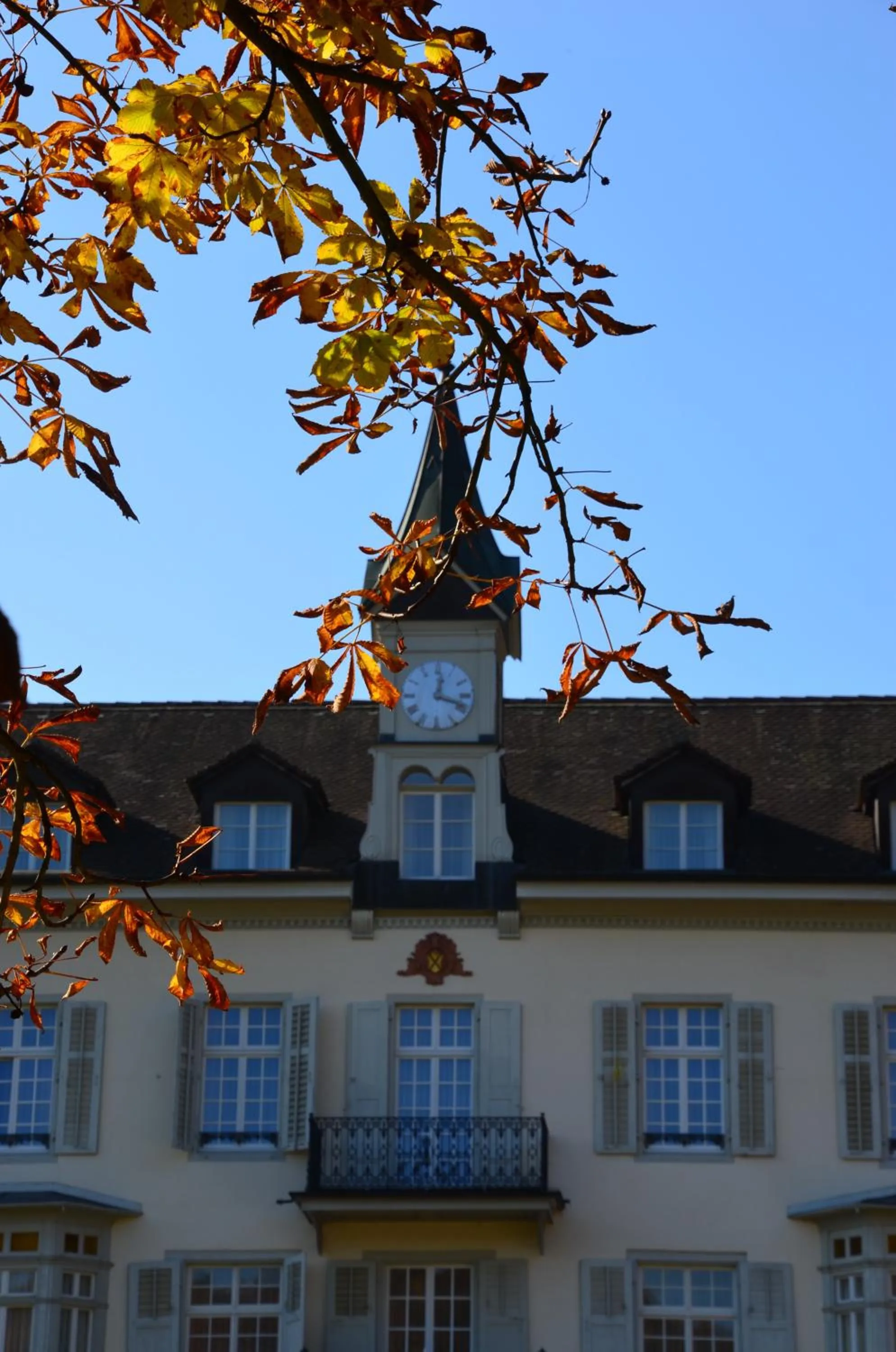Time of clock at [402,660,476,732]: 12:18
